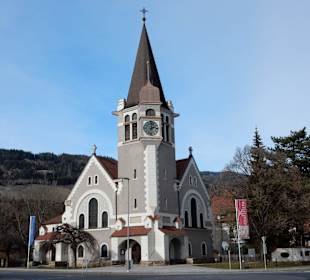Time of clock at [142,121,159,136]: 2:01
